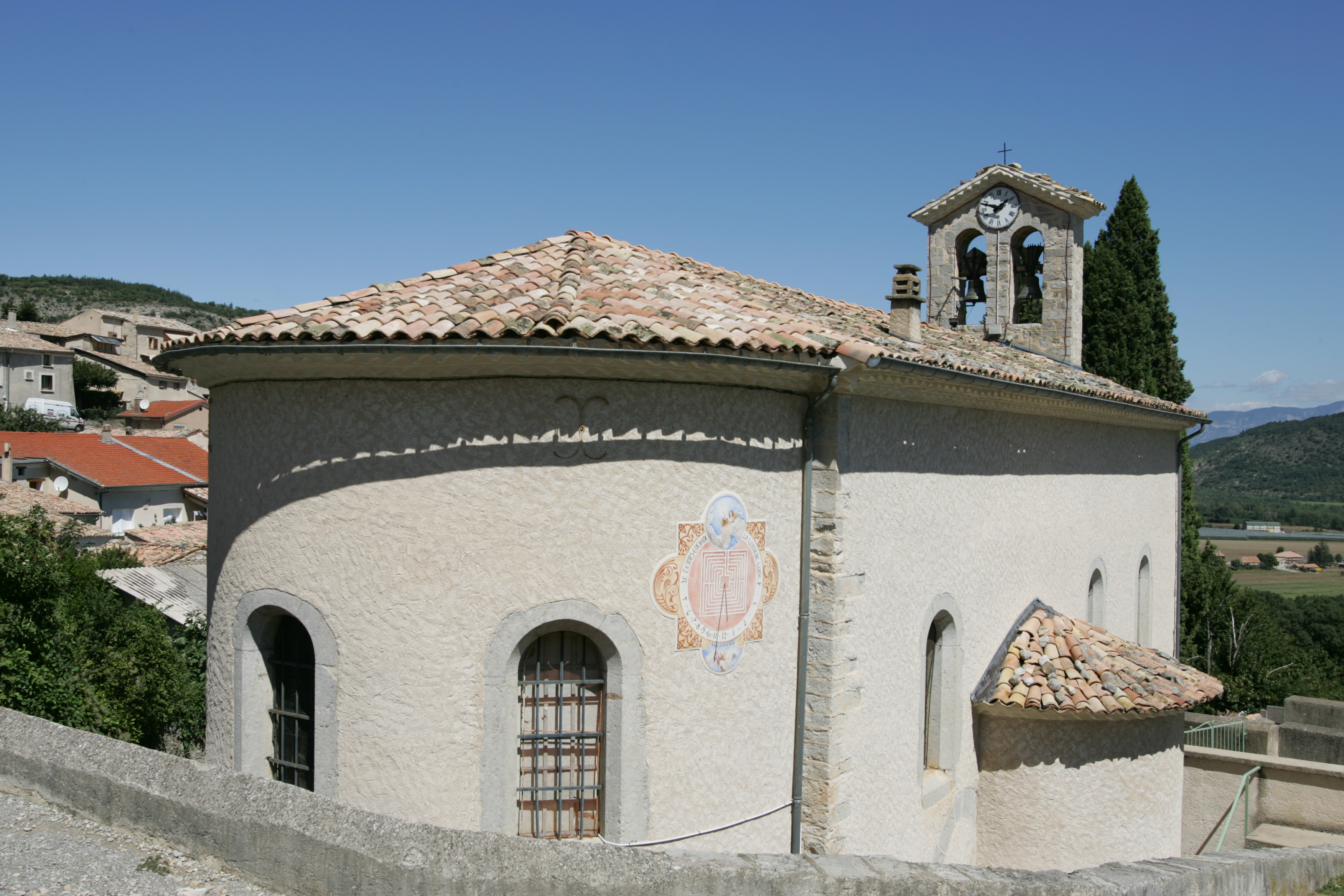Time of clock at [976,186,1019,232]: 1:48
